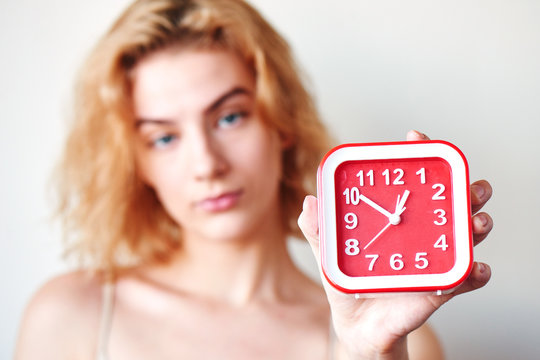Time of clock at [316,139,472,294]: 12:50
